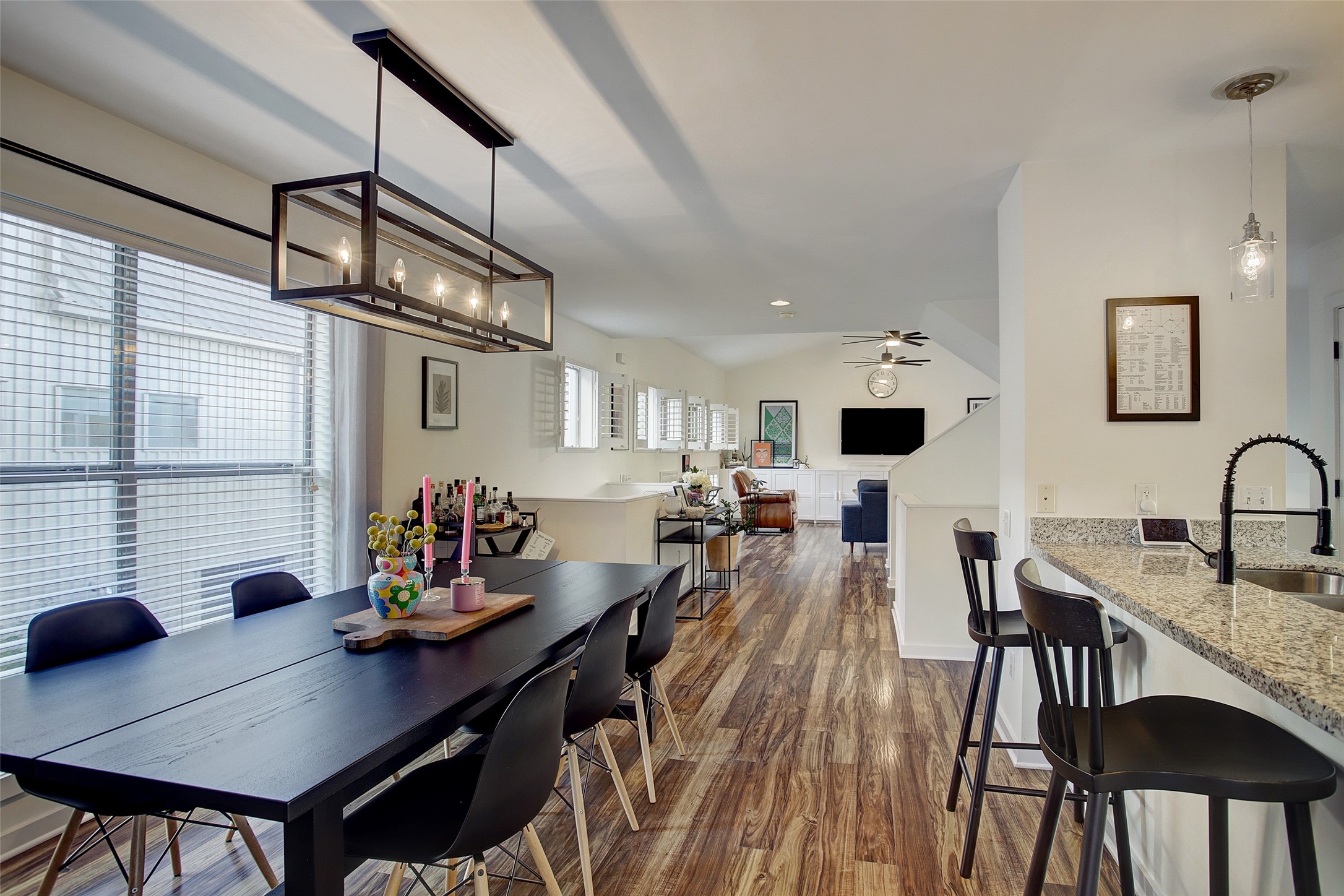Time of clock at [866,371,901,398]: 3:46
